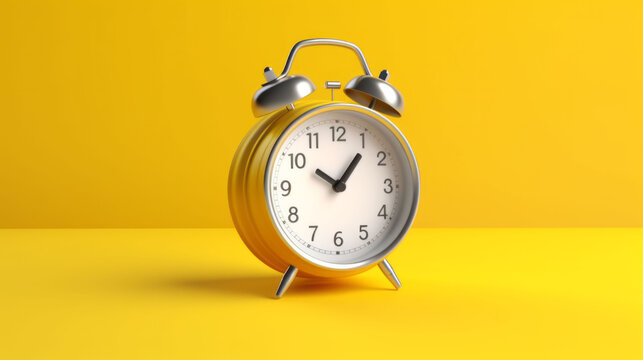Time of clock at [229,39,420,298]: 10:06
